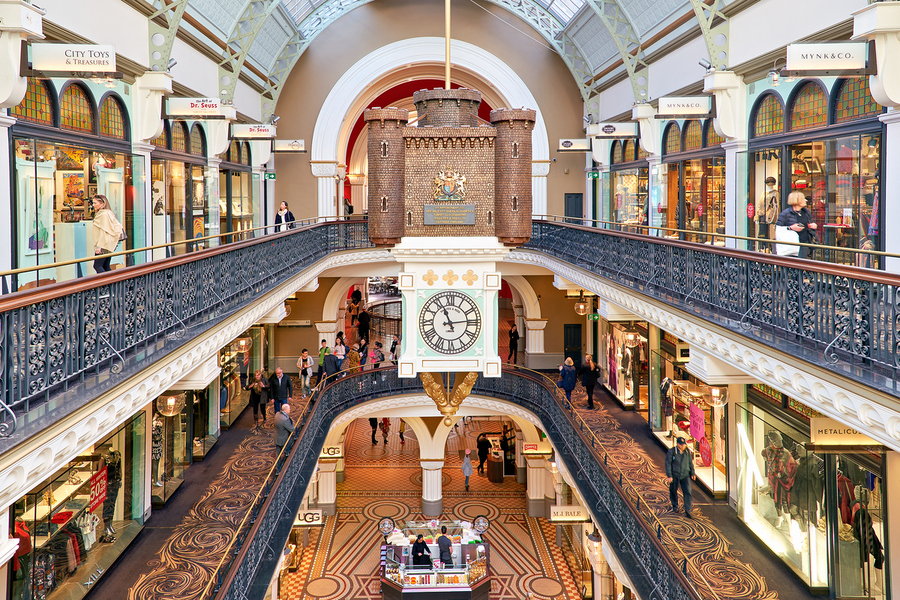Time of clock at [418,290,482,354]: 11:13
